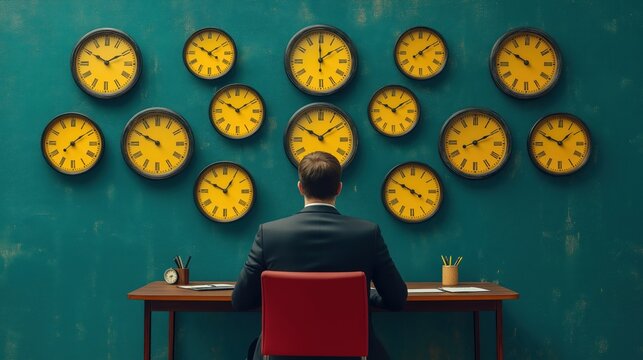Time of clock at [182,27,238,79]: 1:50
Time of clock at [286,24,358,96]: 1:59
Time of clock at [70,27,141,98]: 10:10
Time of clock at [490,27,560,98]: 9:50
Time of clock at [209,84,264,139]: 10:09
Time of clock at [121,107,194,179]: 9:50
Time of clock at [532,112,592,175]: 1:49
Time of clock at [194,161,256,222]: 12:49
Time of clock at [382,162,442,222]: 3:49
